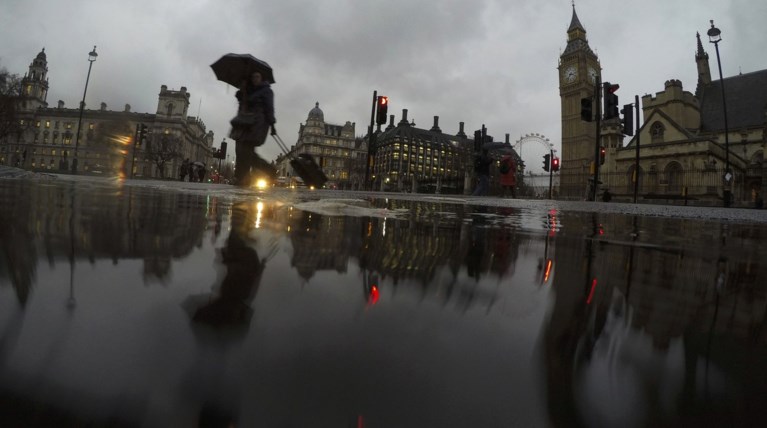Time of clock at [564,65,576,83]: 7:15
